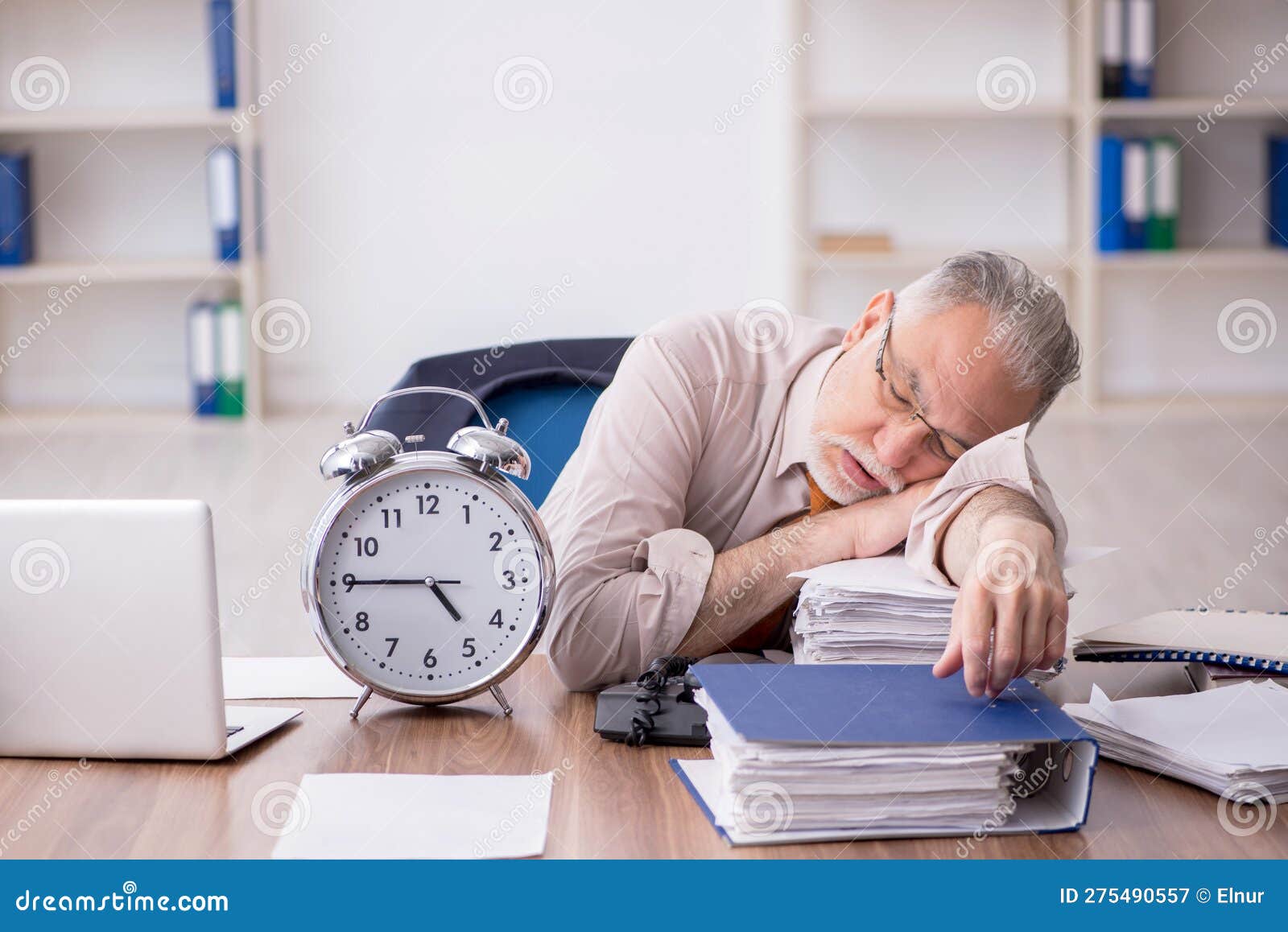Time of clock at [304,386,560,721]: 4:45
